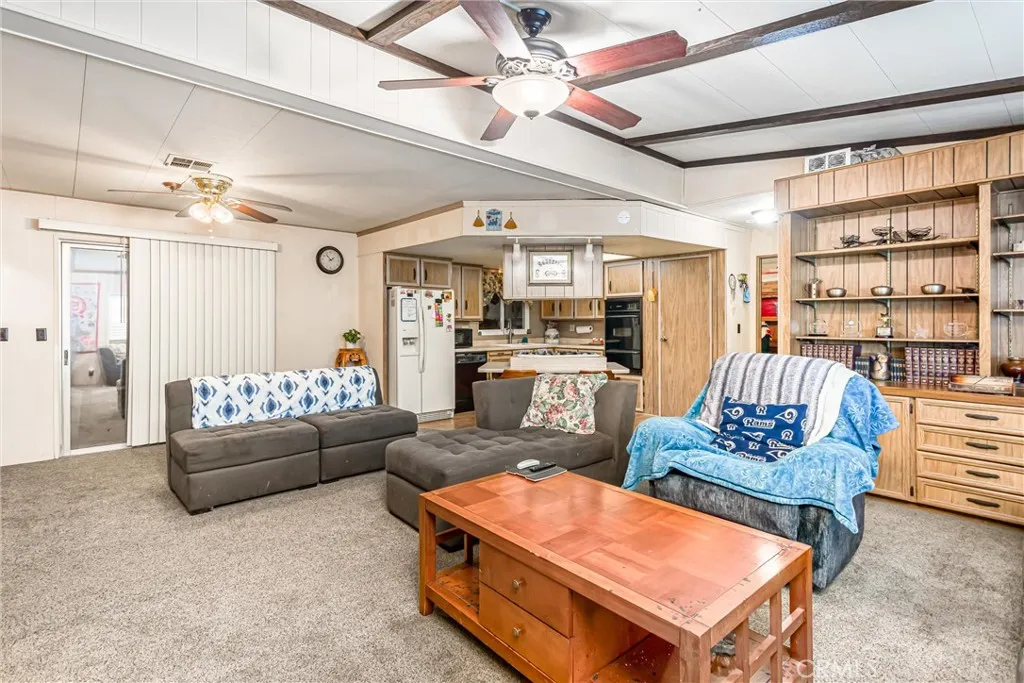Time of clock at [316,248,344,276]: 1:53
